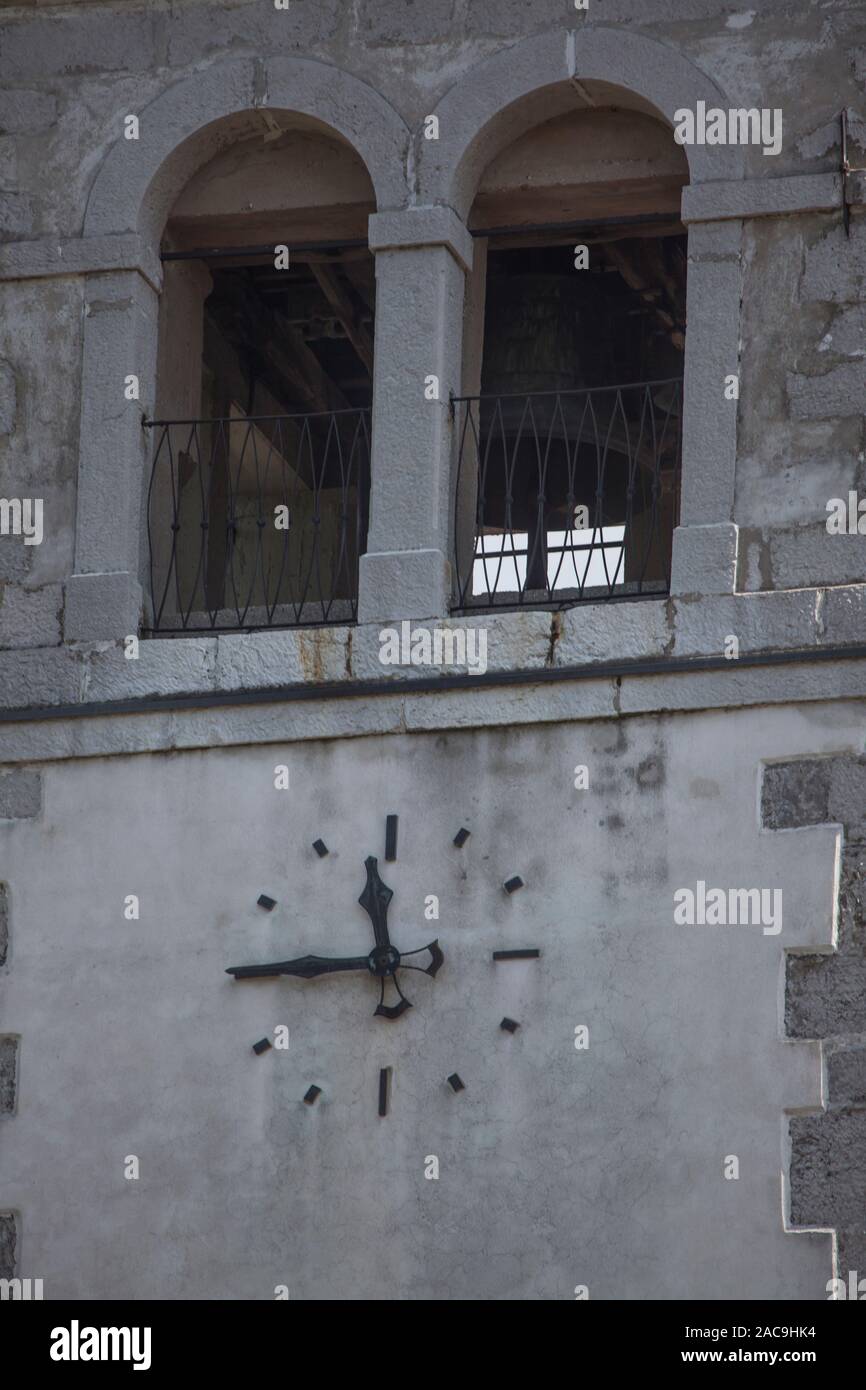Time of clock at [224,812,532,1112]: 11:45
